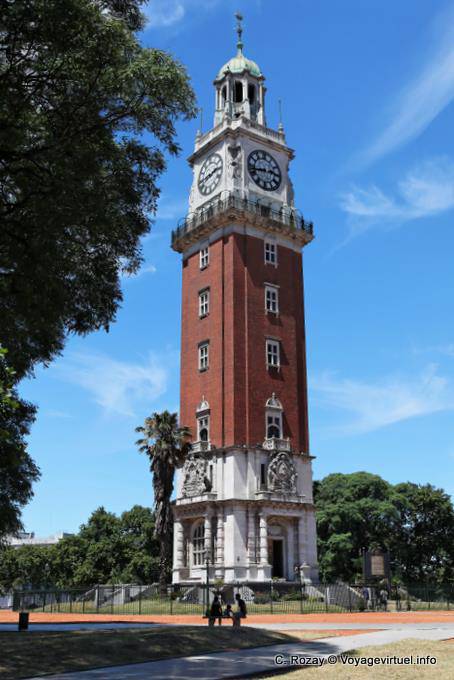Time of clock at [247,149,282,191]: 2:42
